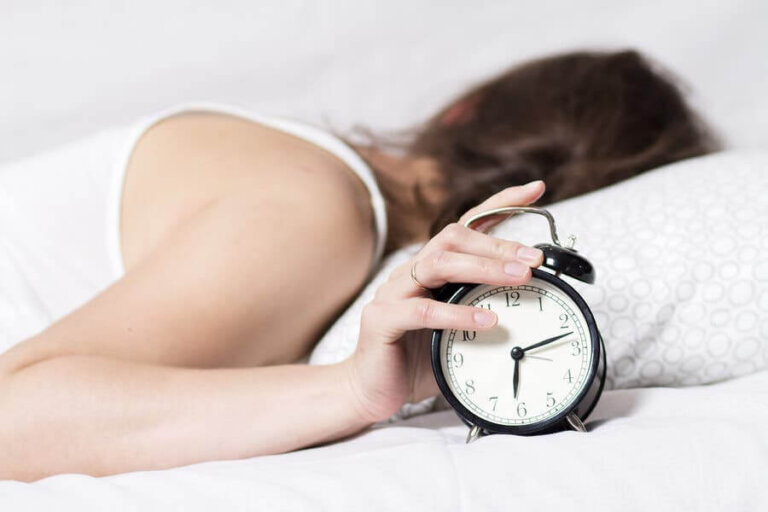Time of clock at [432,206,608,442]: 6:12
